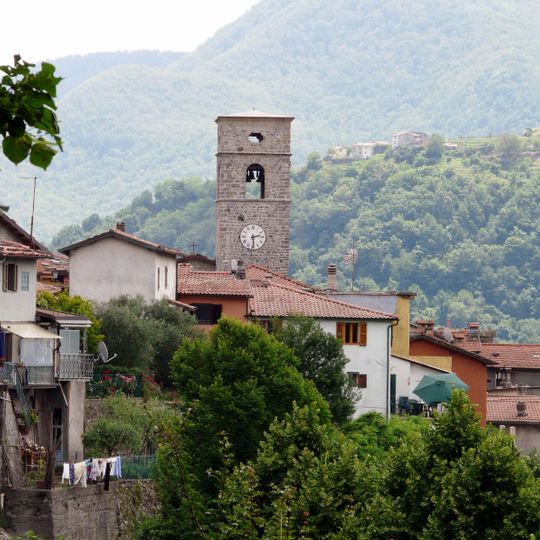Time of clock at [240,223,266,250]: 2:29
